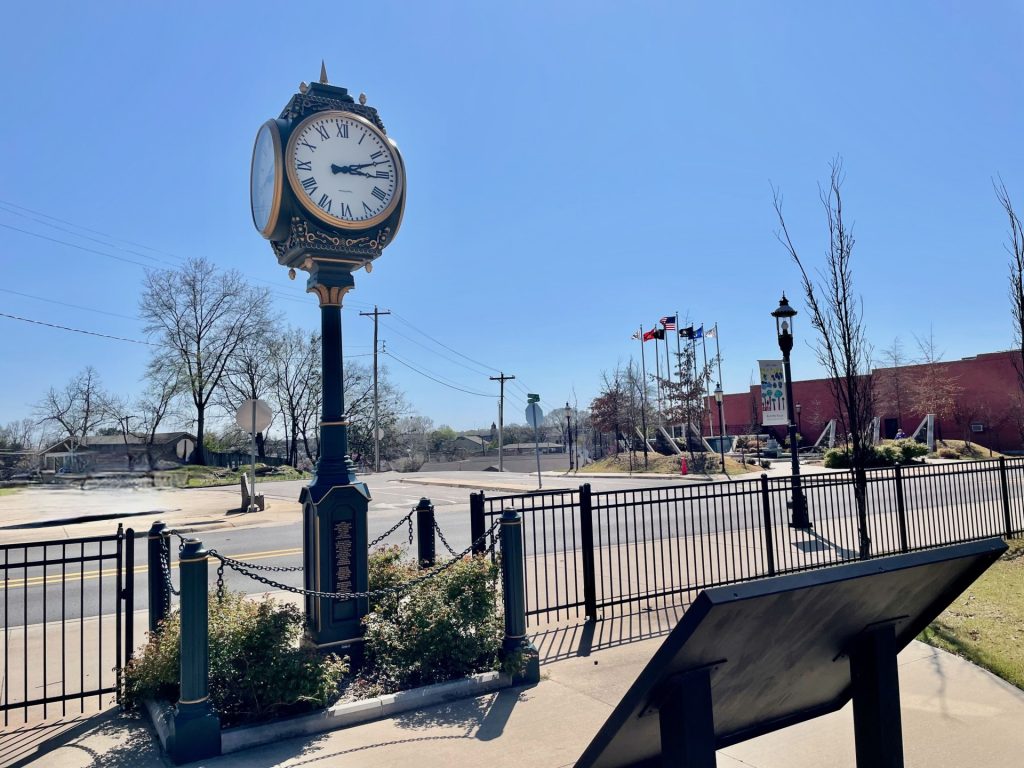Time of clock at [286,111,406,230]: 3:12
